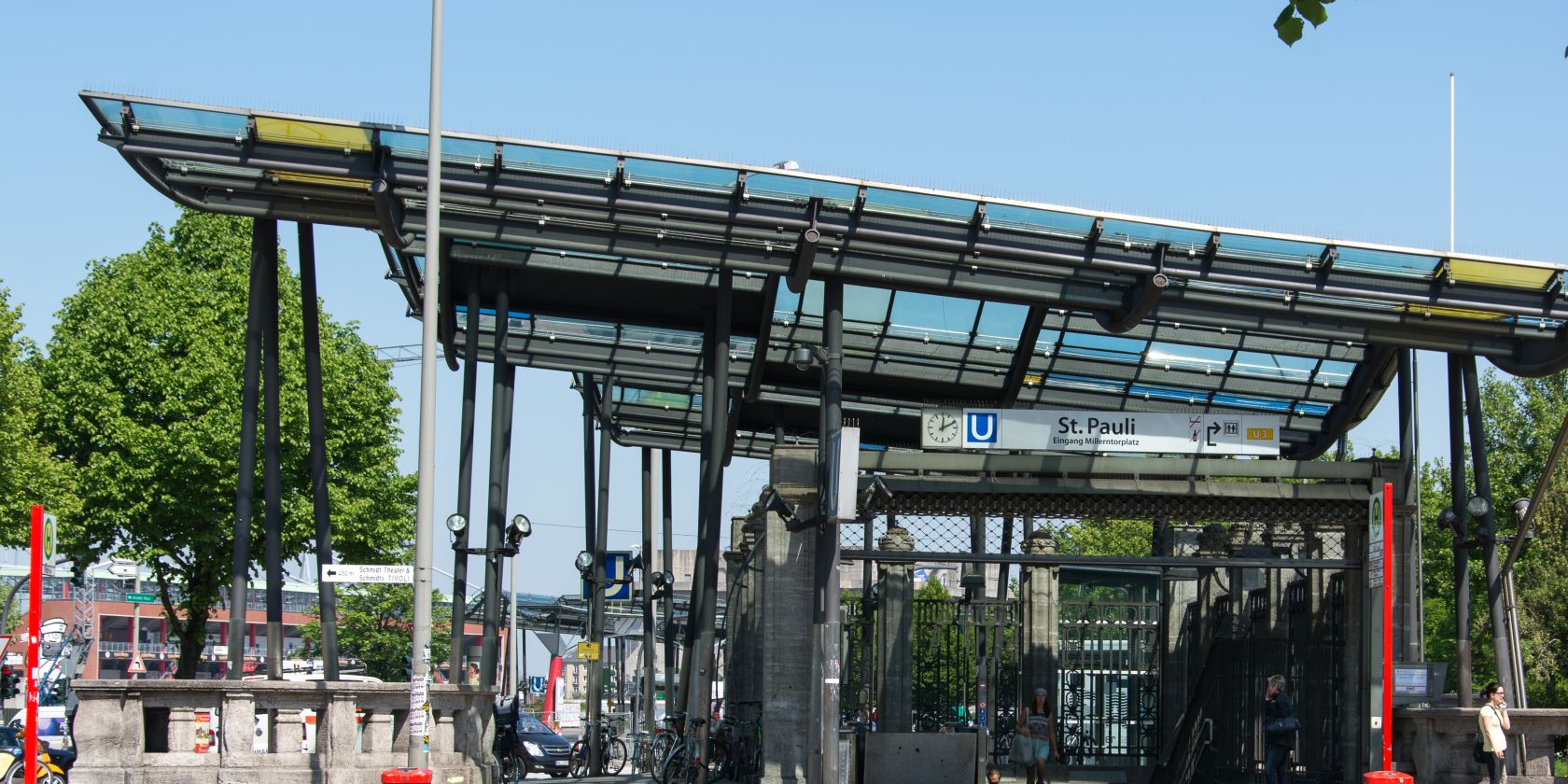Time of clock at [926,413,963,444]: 12:10
